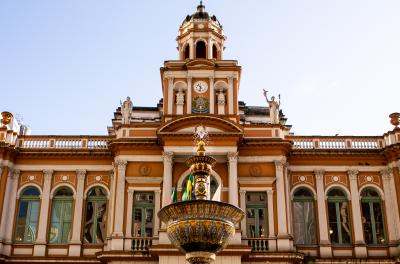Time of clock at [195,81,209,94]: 10:32
